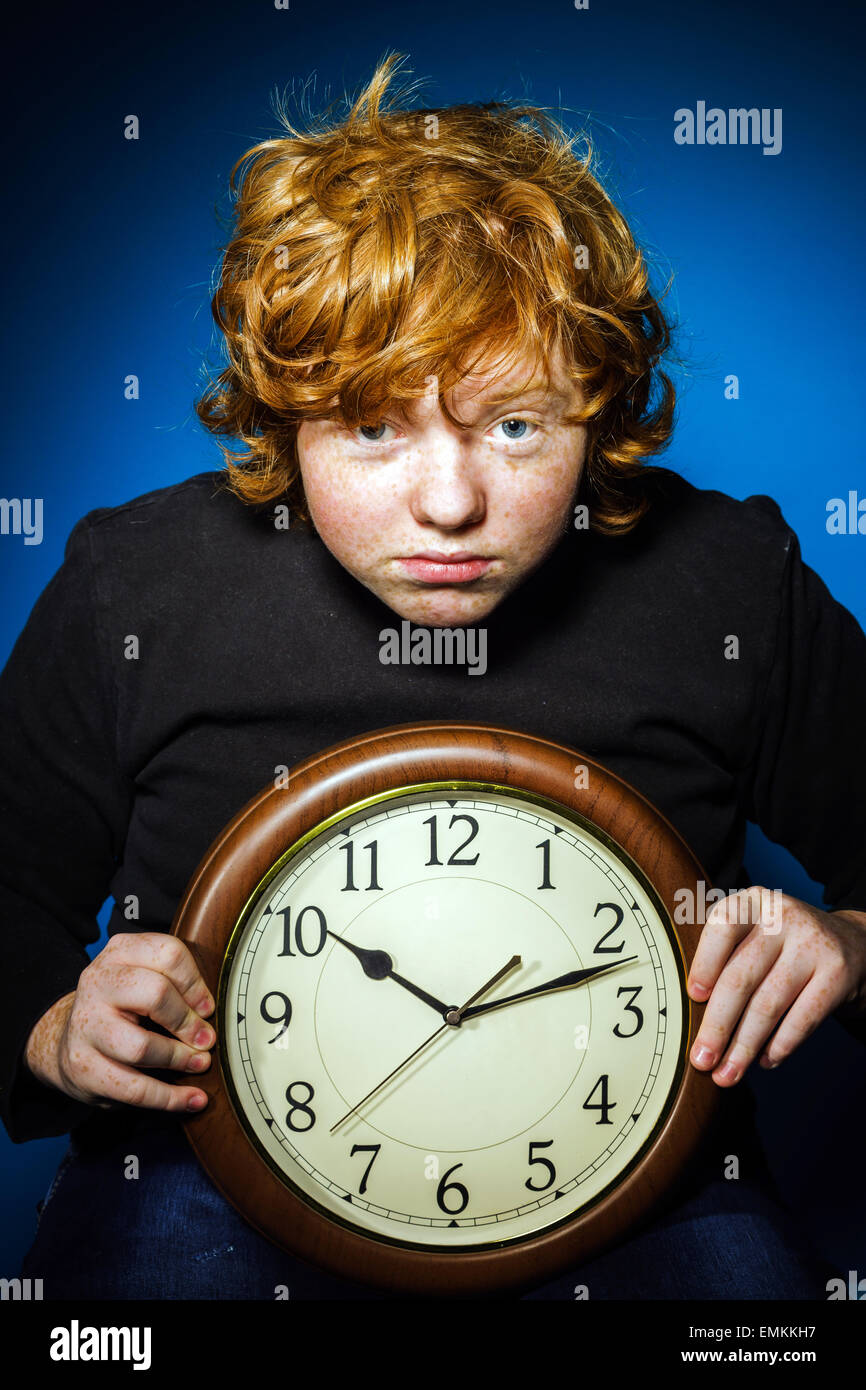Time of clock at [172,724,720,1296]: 10:12
